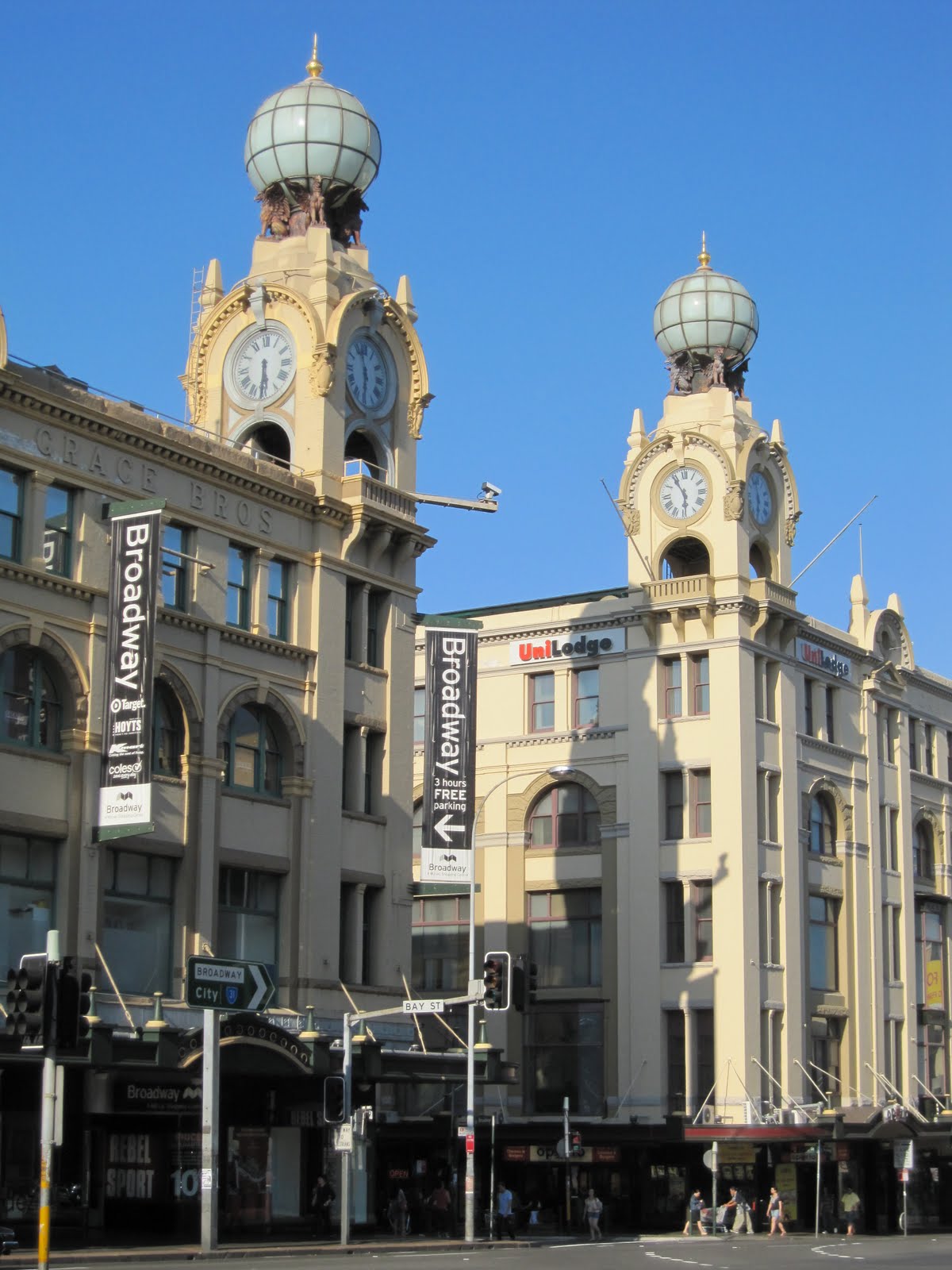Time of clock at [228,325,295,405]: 5:30
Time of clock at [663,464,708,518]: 5:54
